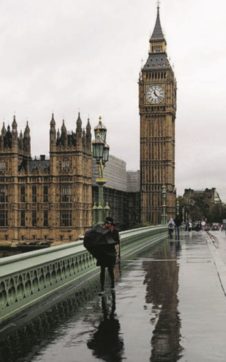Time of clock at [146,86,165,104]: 11:22
